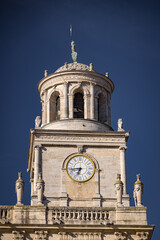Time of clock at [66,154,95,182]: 6:43
